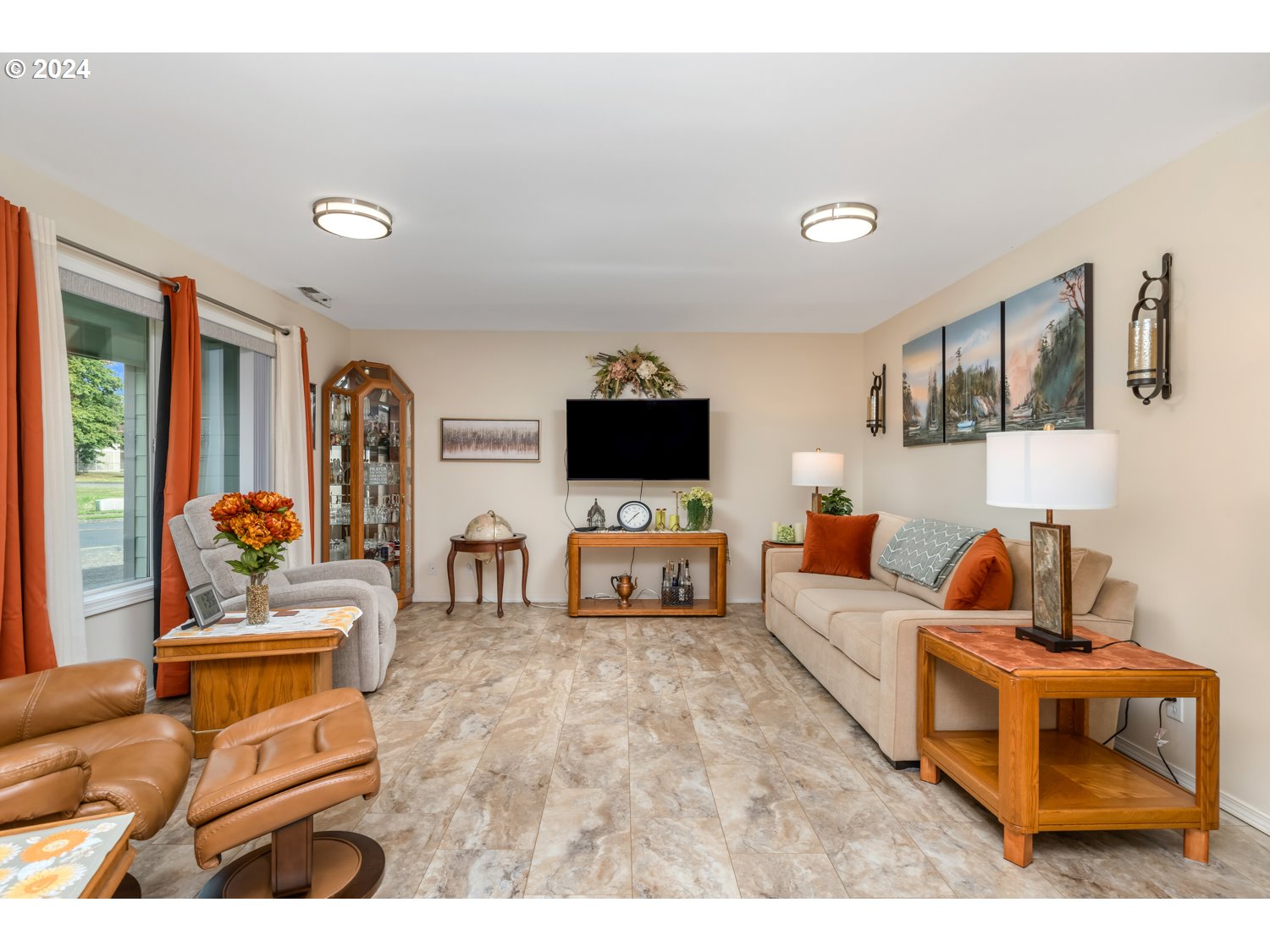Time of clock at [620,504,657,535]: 1:37
